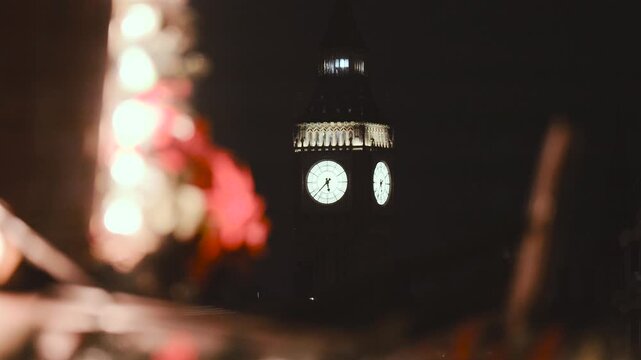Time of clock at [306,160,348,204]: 5:37
